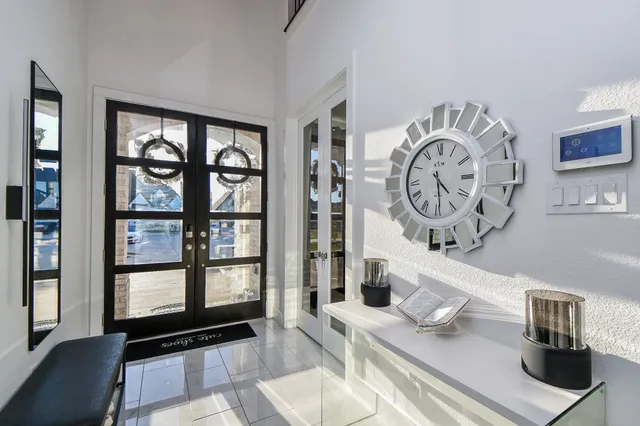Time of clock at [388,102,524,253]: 4:29
